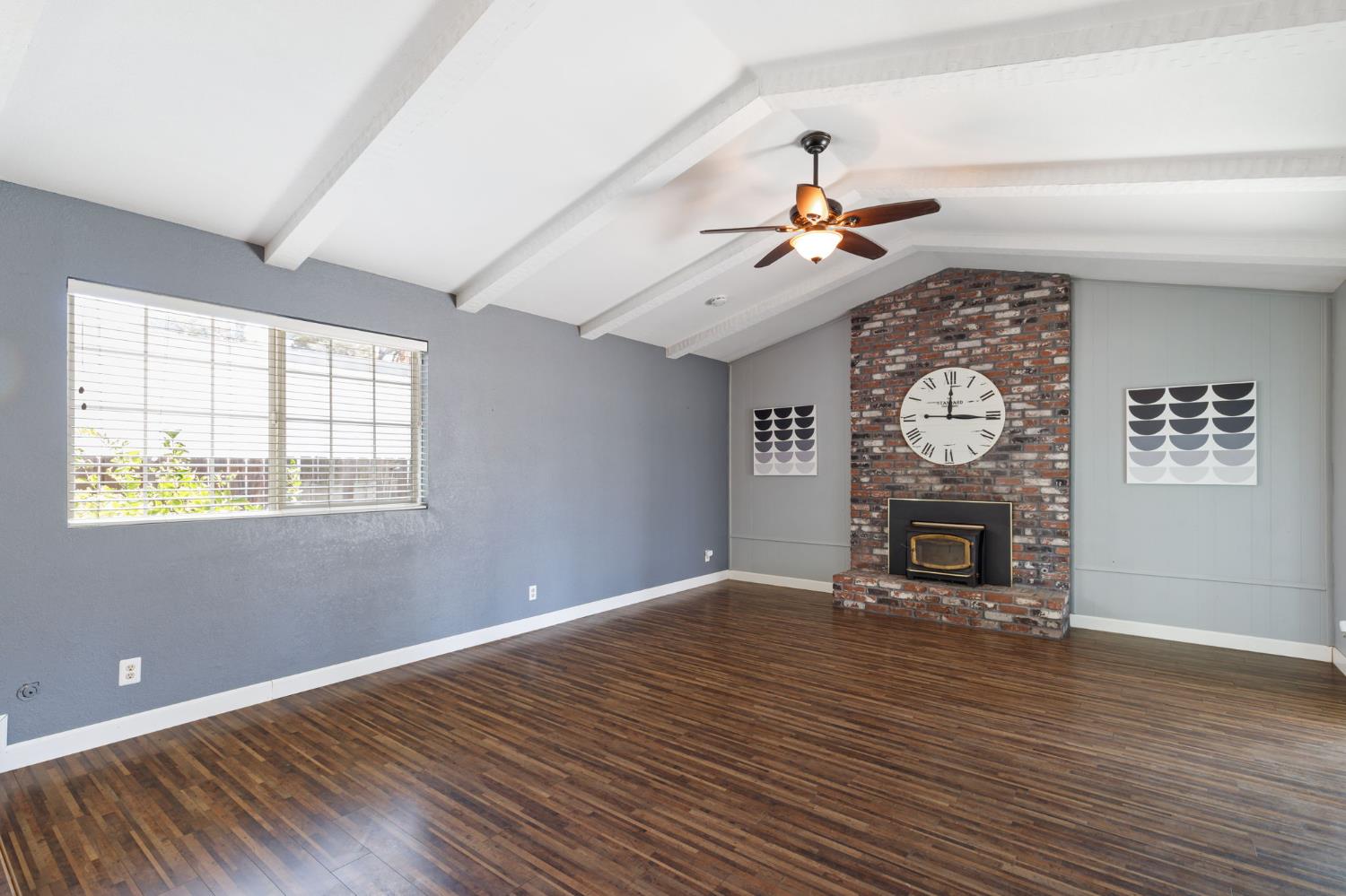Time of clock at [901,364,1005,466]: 3:00
